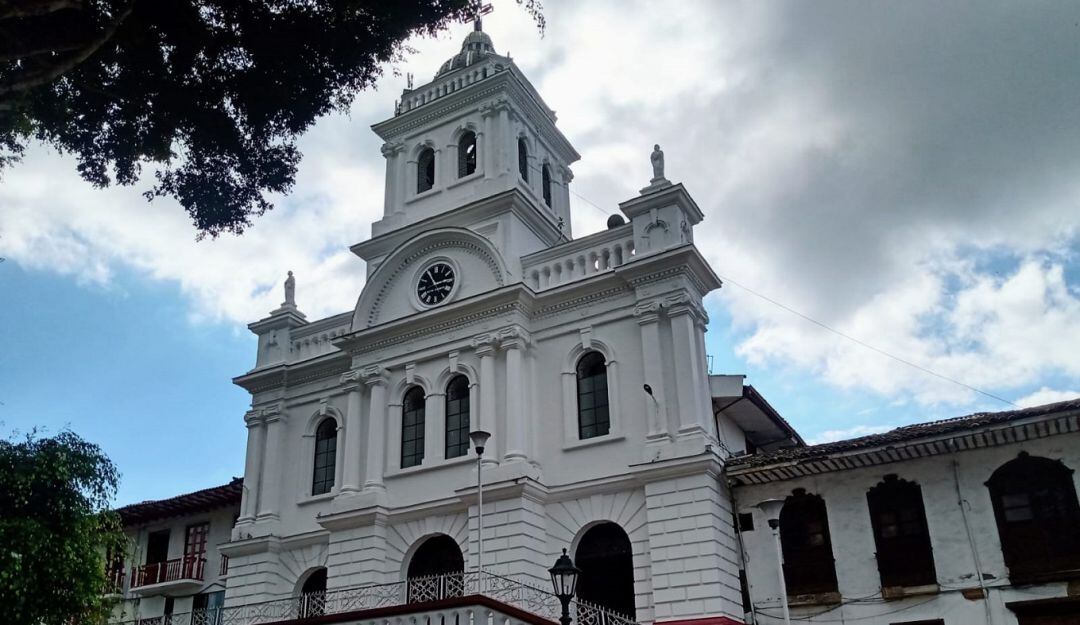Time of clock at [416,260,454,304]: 11:13
